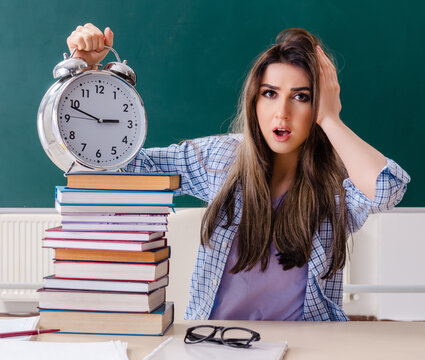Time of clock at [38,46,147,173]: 2:48
